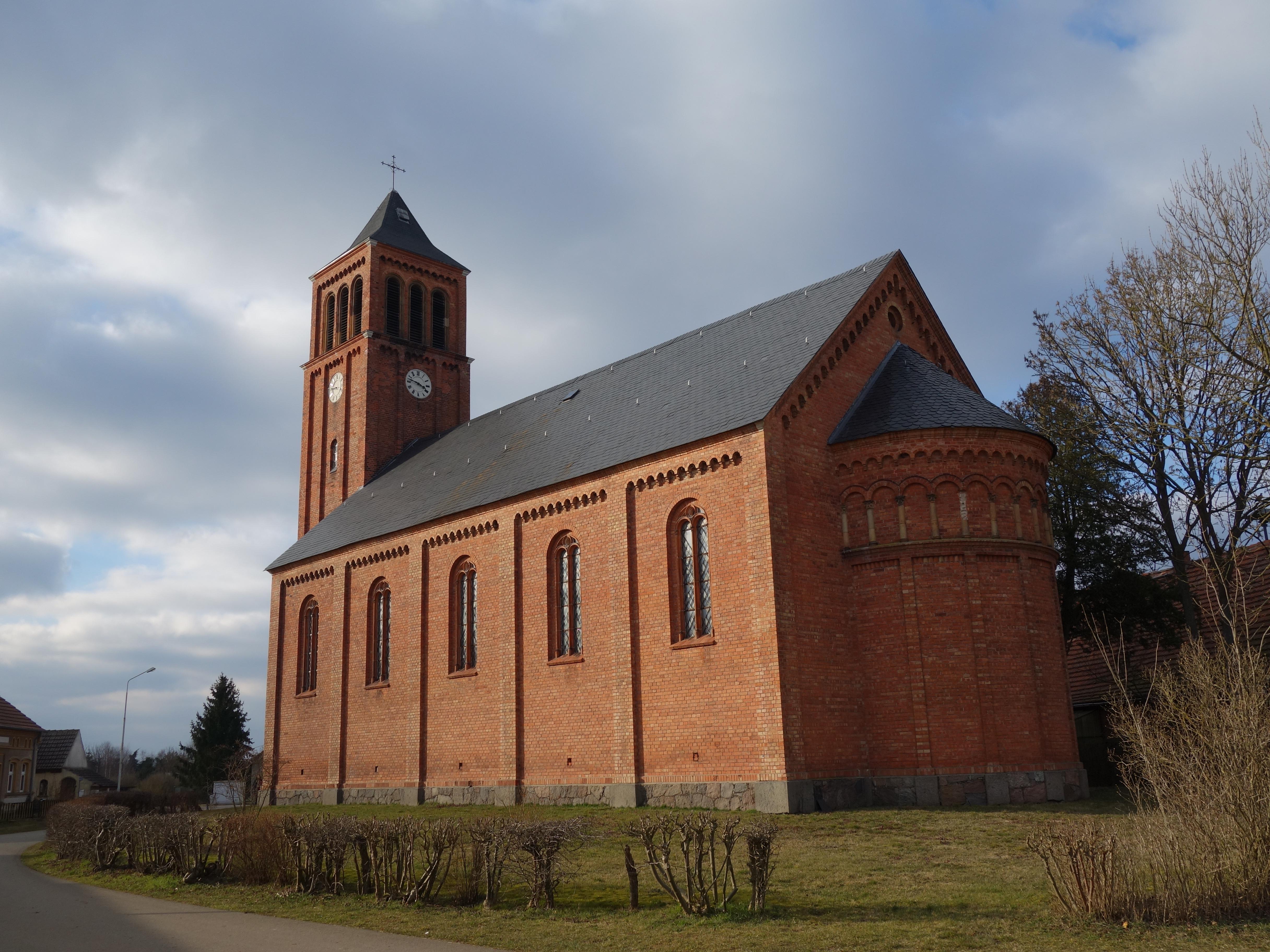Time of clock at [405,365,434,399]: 3:47
